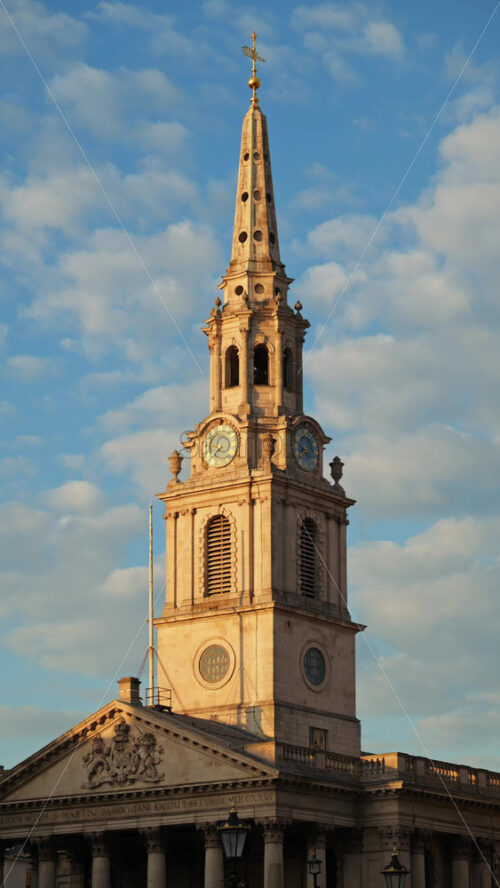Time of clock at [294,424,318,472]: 8:38
